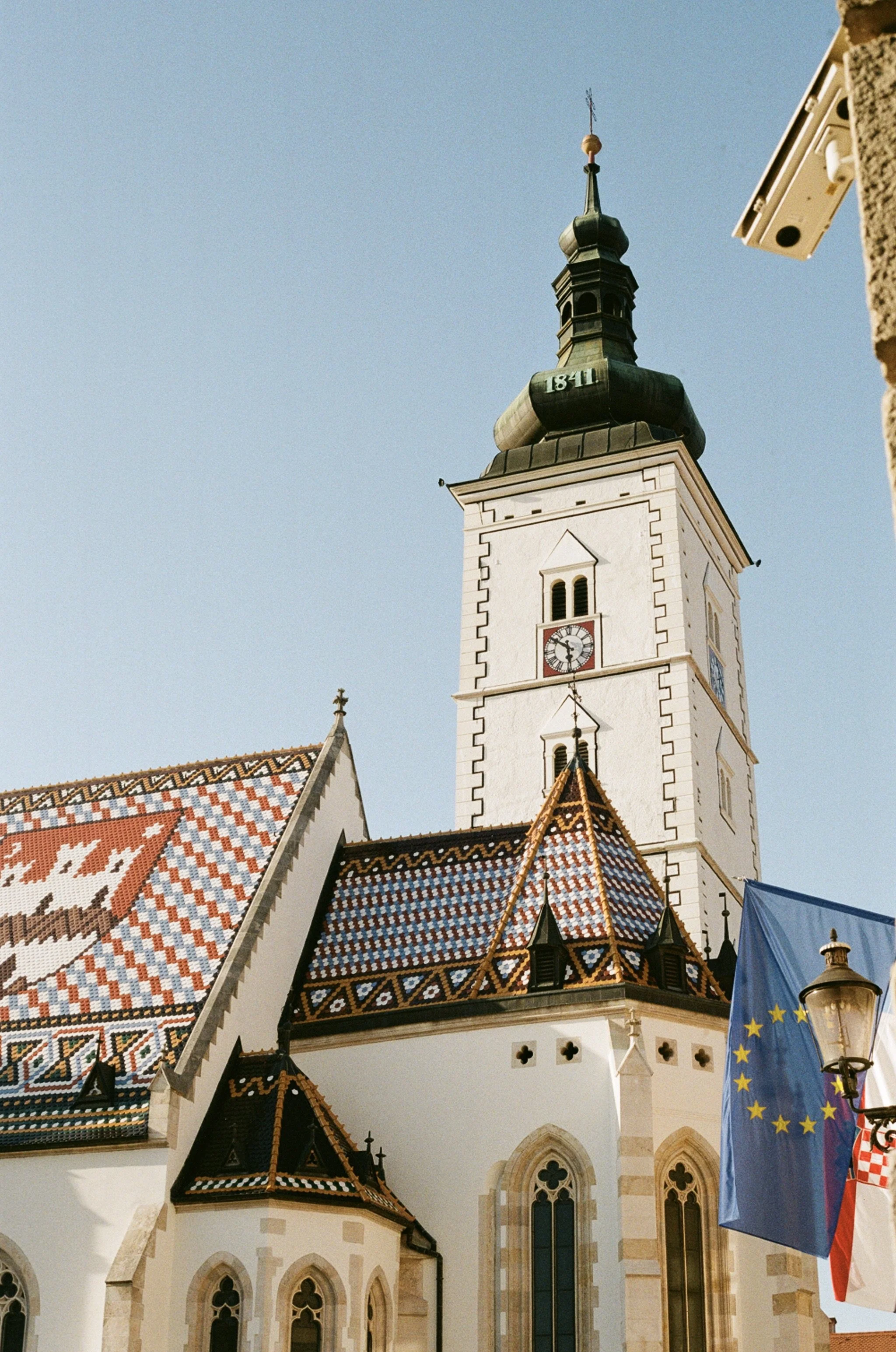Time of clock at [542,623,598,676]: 5:51
